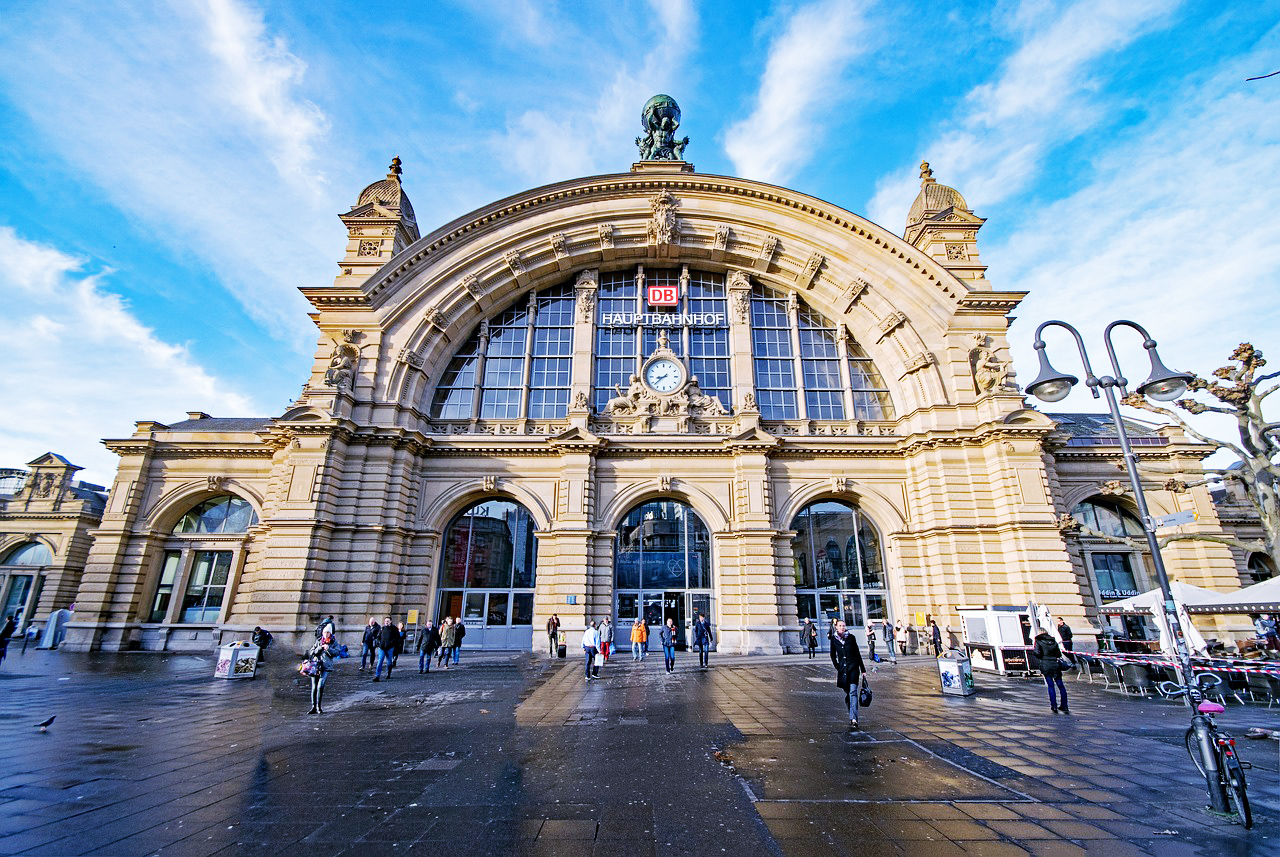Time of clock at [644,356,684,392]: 8:38
